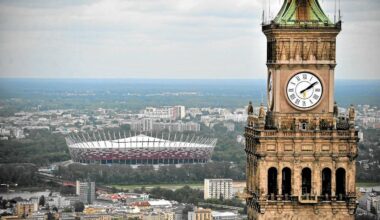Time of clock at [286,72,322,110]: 2:09
